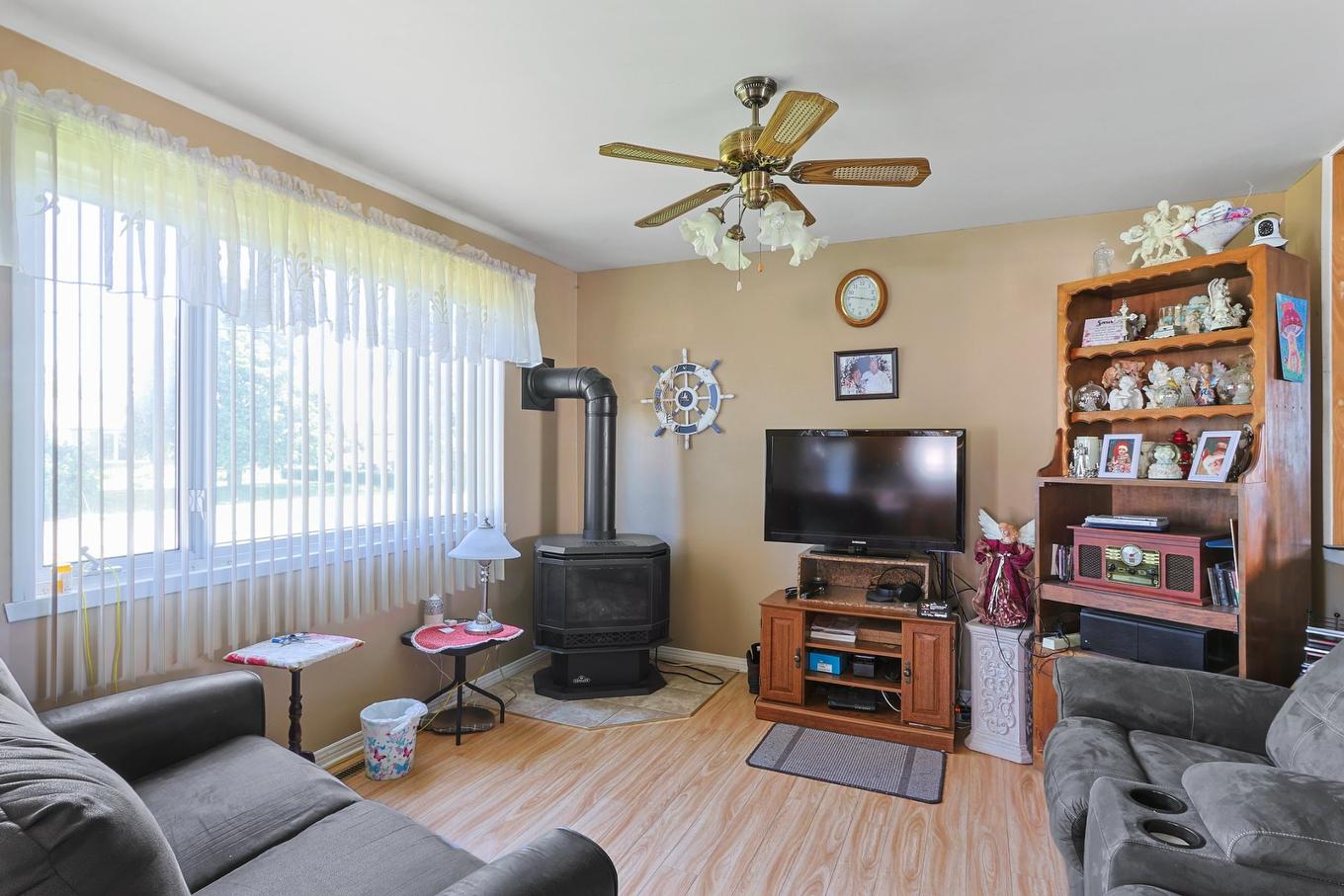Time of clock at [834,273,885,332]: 9:16
